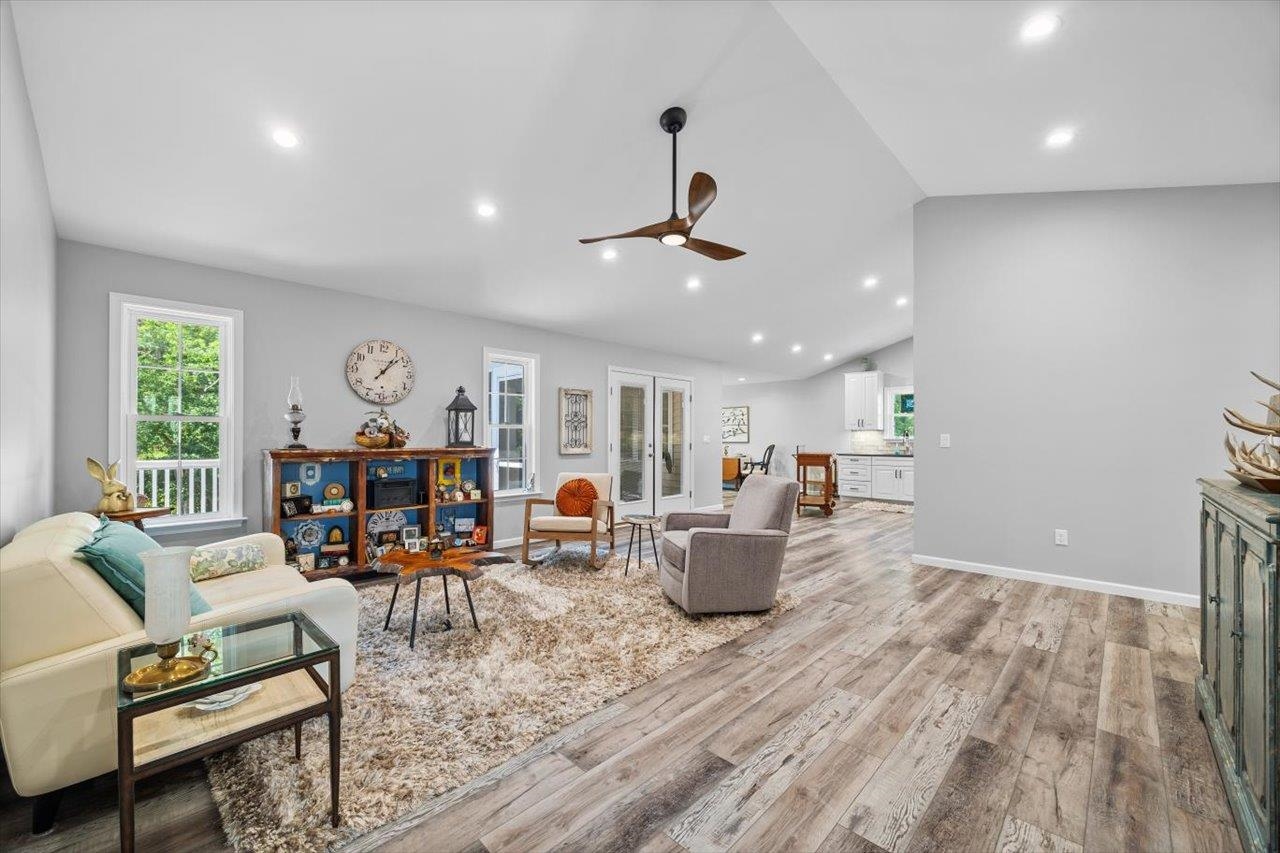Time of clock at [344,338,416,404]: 1:07
